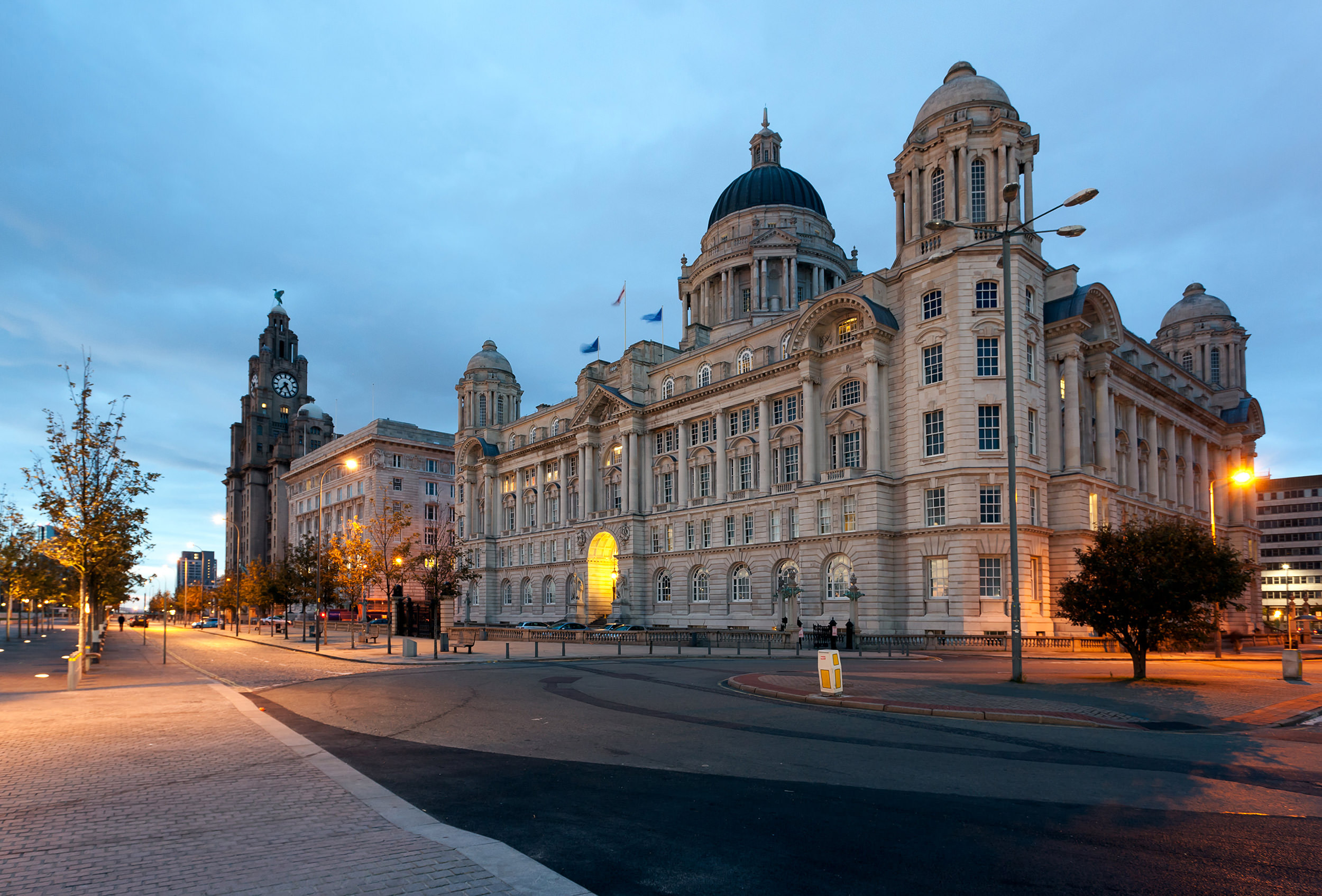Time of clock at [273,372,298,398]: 7:25
